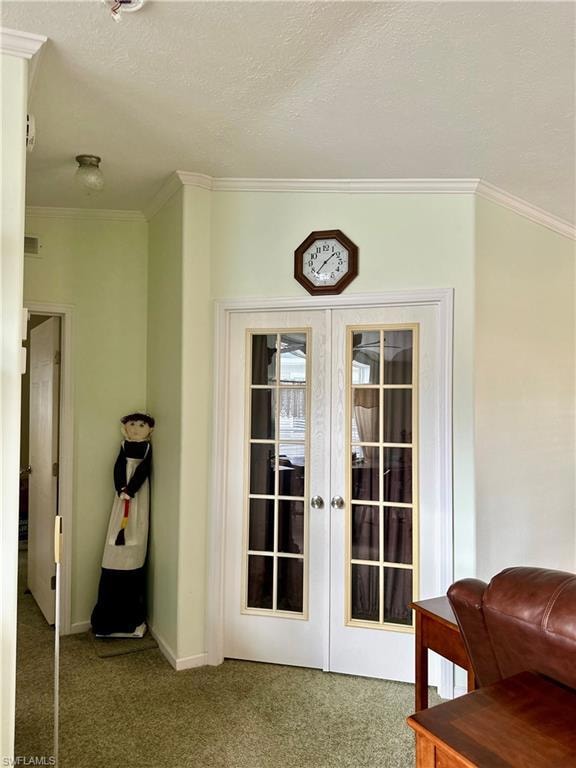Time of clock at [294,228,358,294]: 1:36
